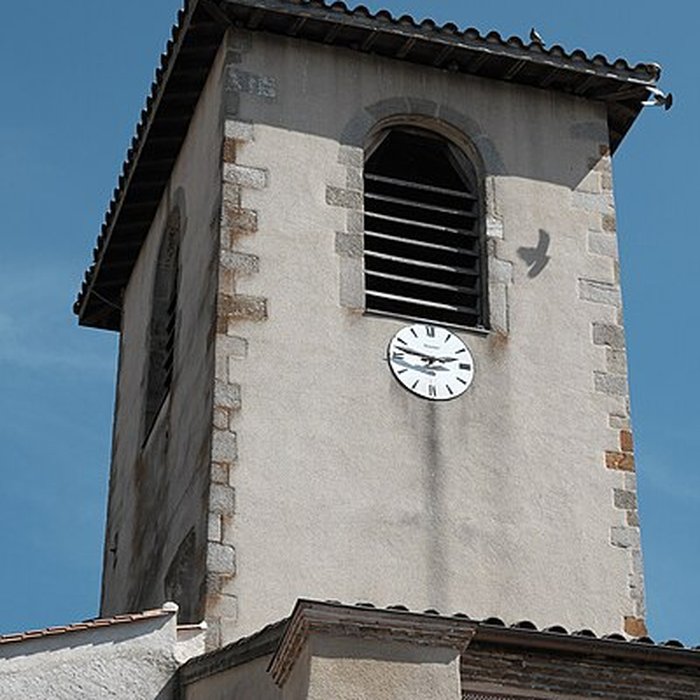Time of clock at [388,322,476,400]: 2:47
